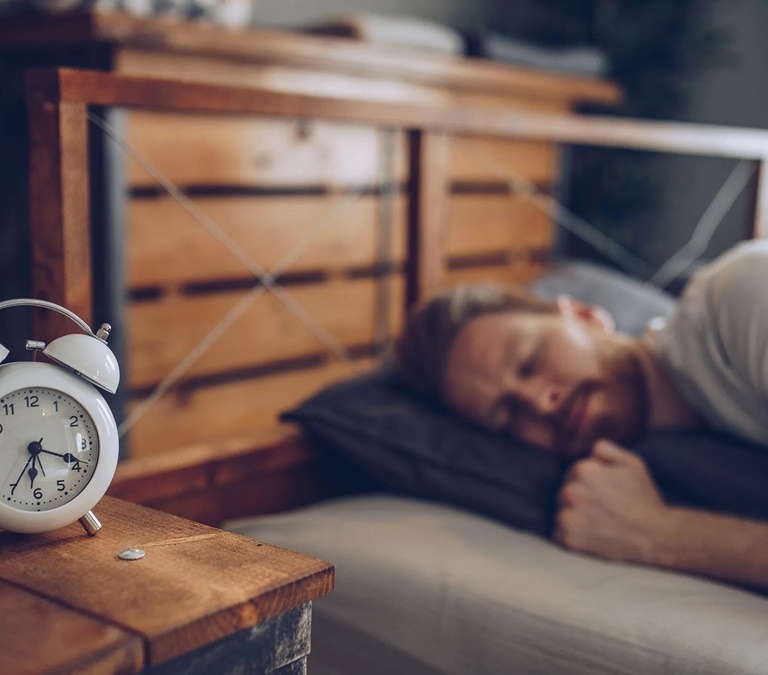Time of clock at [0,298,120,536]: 6:18
